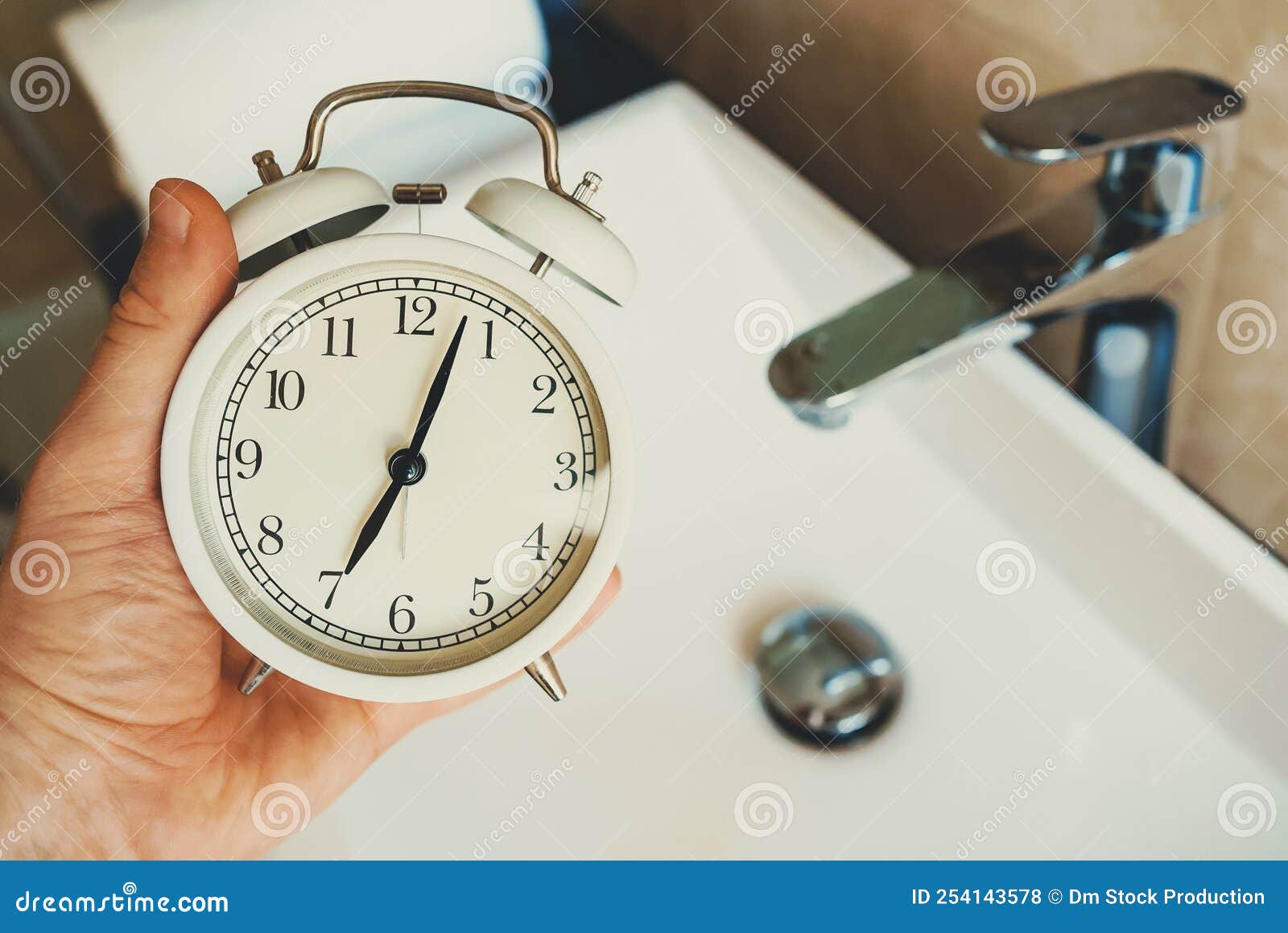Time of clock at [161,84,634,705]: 7:03
